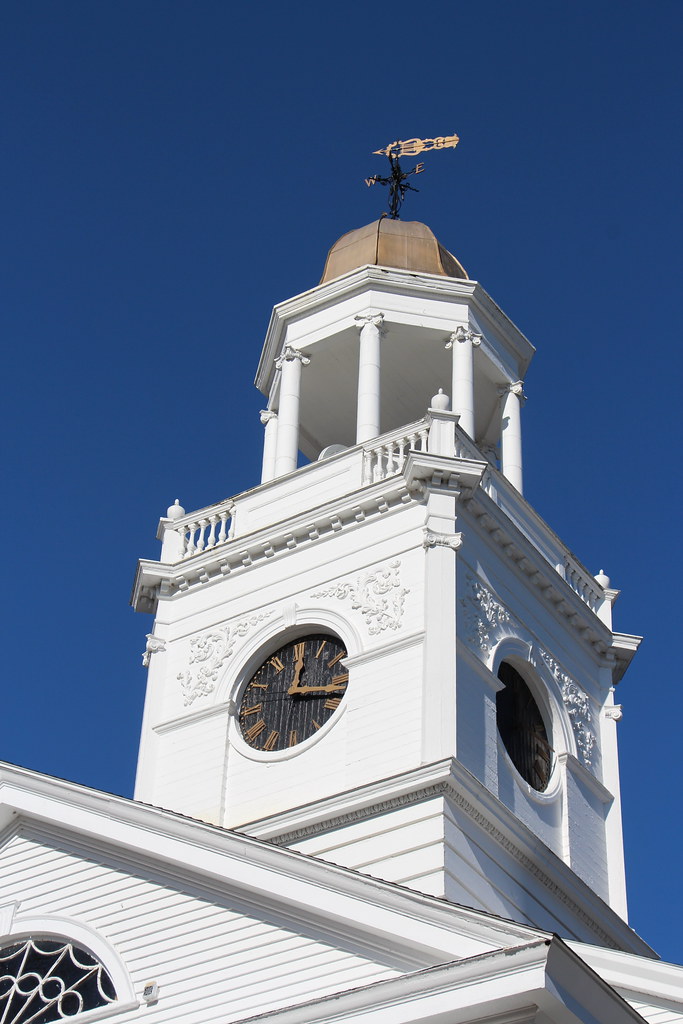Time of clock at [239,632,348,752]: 12:17
